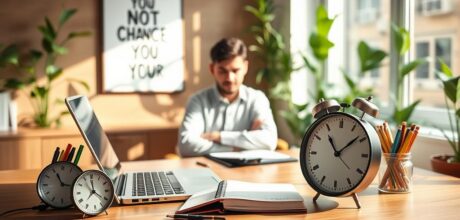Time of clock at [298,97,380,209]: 11:08
